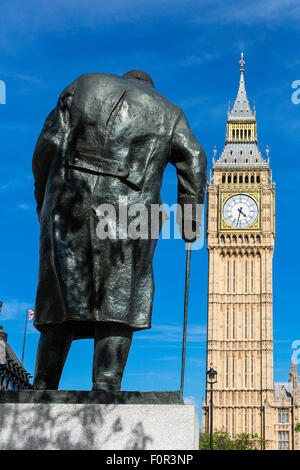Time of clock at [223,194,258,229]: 4:32
